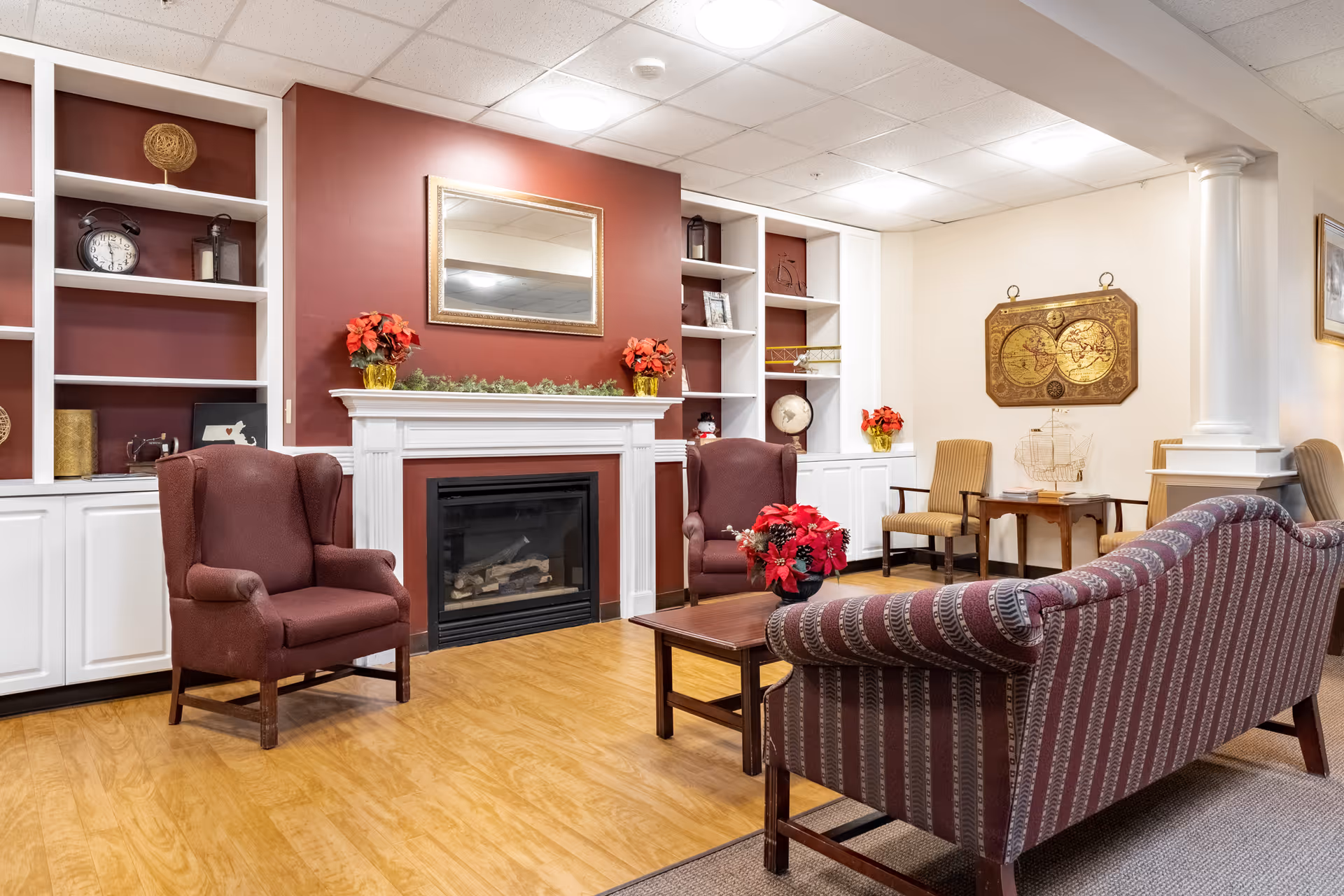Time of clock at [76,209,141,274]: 11:28
